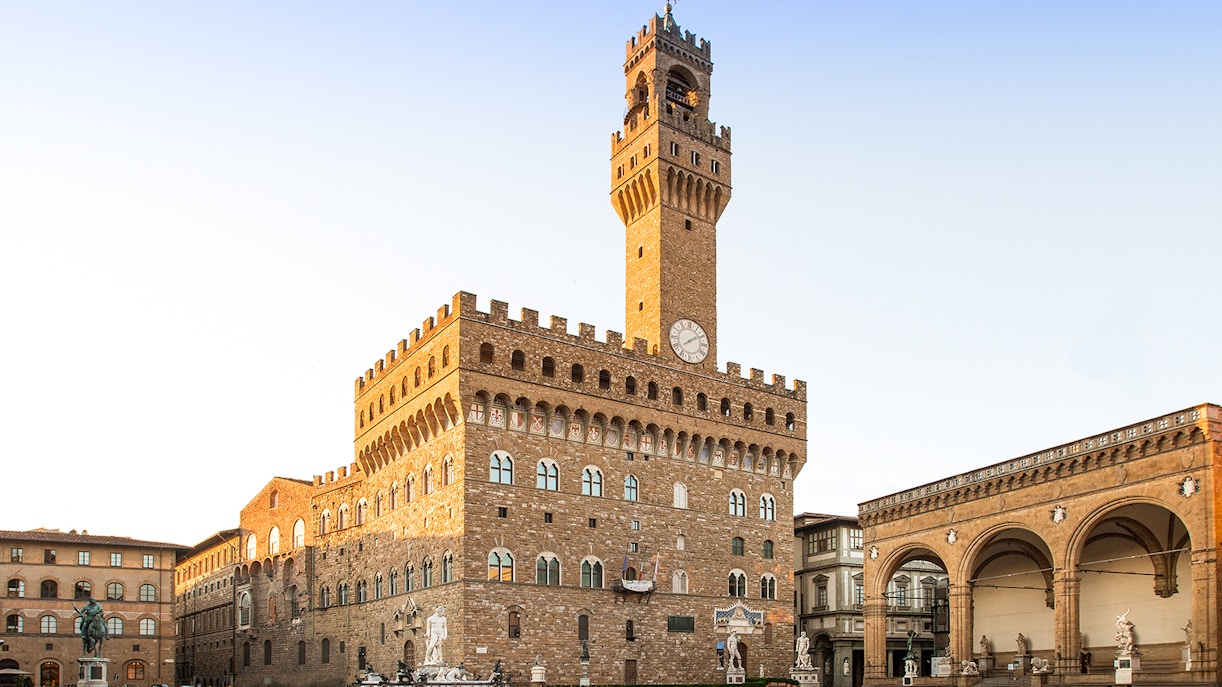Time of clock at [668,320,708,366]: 2:09
